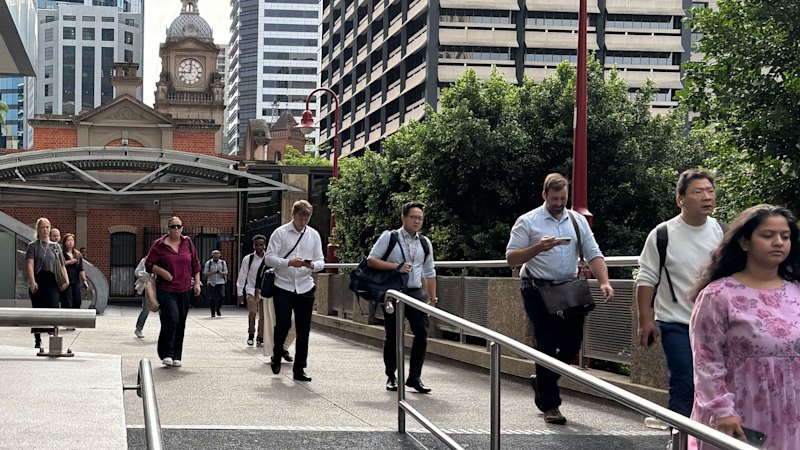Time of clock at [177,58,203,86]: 9:01
